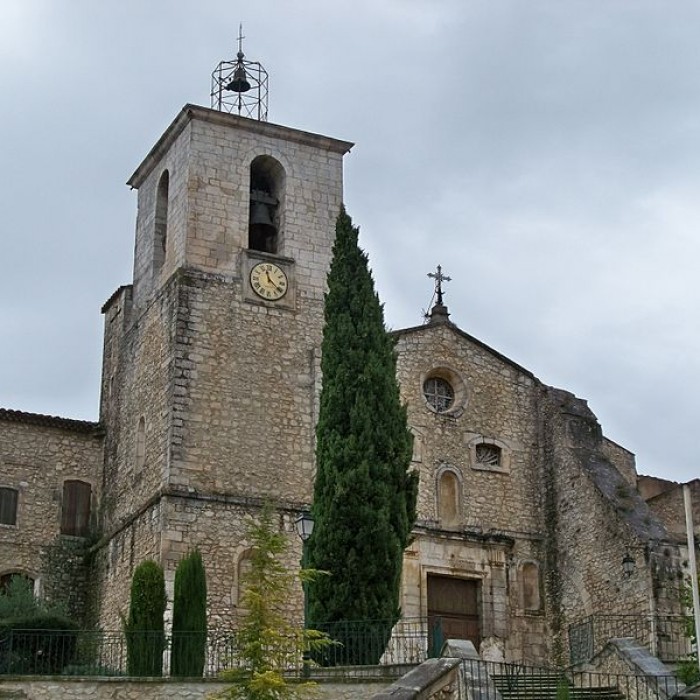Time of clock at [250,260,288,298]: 11:21
